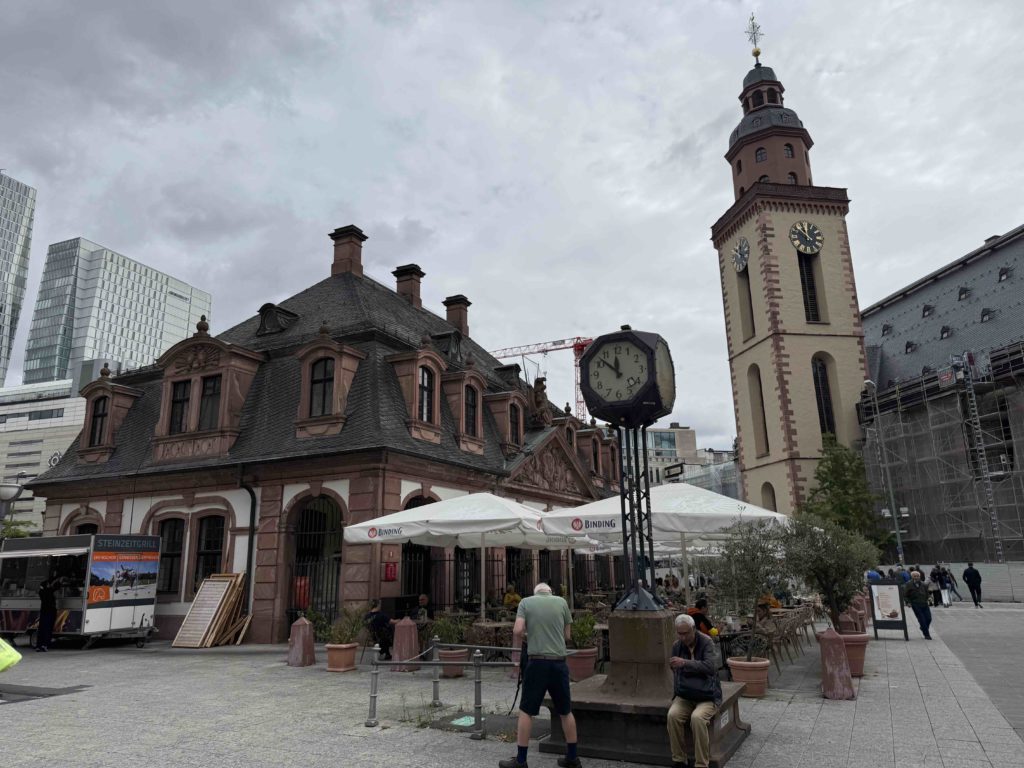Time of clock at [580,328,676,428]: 11:52
